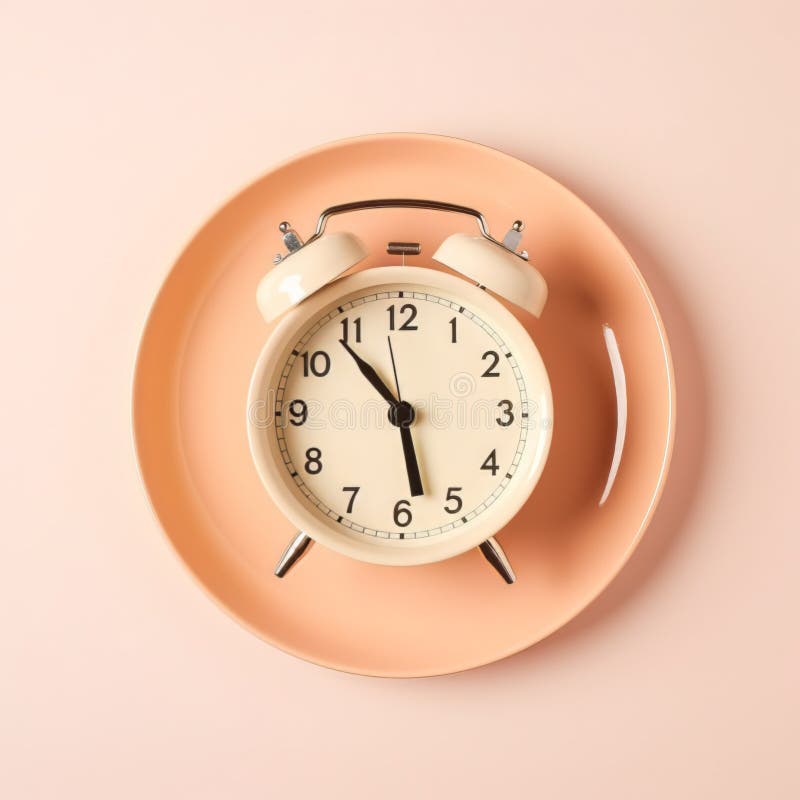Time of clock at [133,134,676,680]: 5:53
